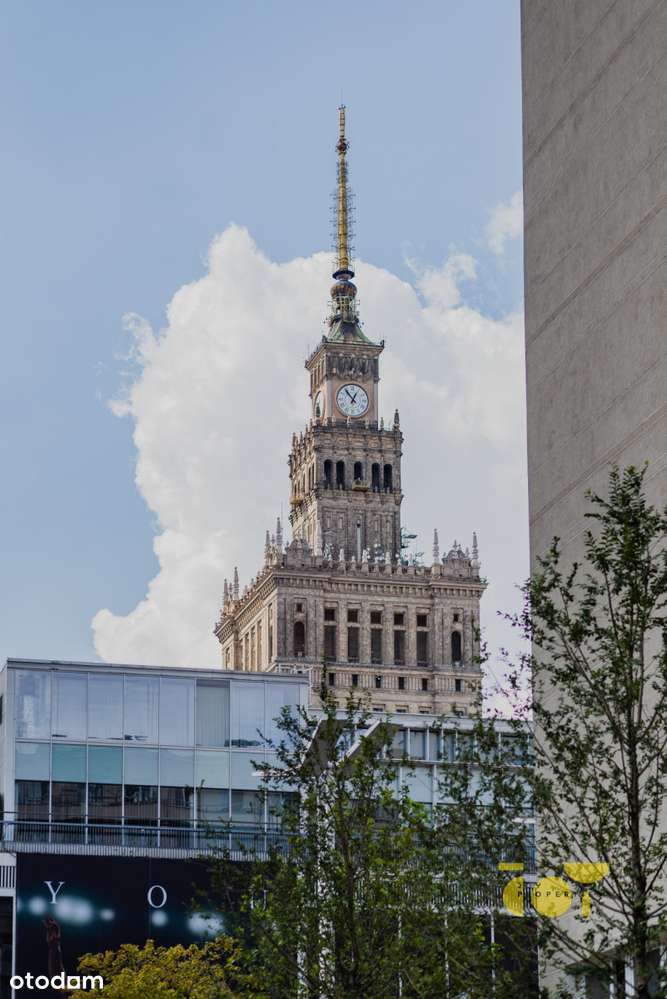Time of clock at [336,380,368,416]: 12:53
